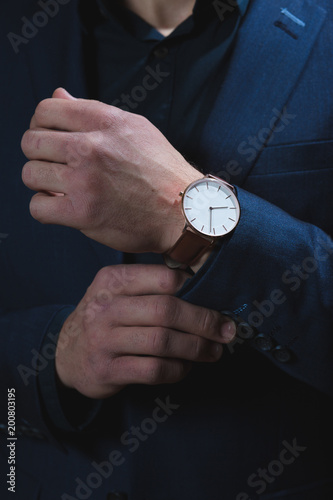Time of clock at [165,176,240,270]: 6:14
